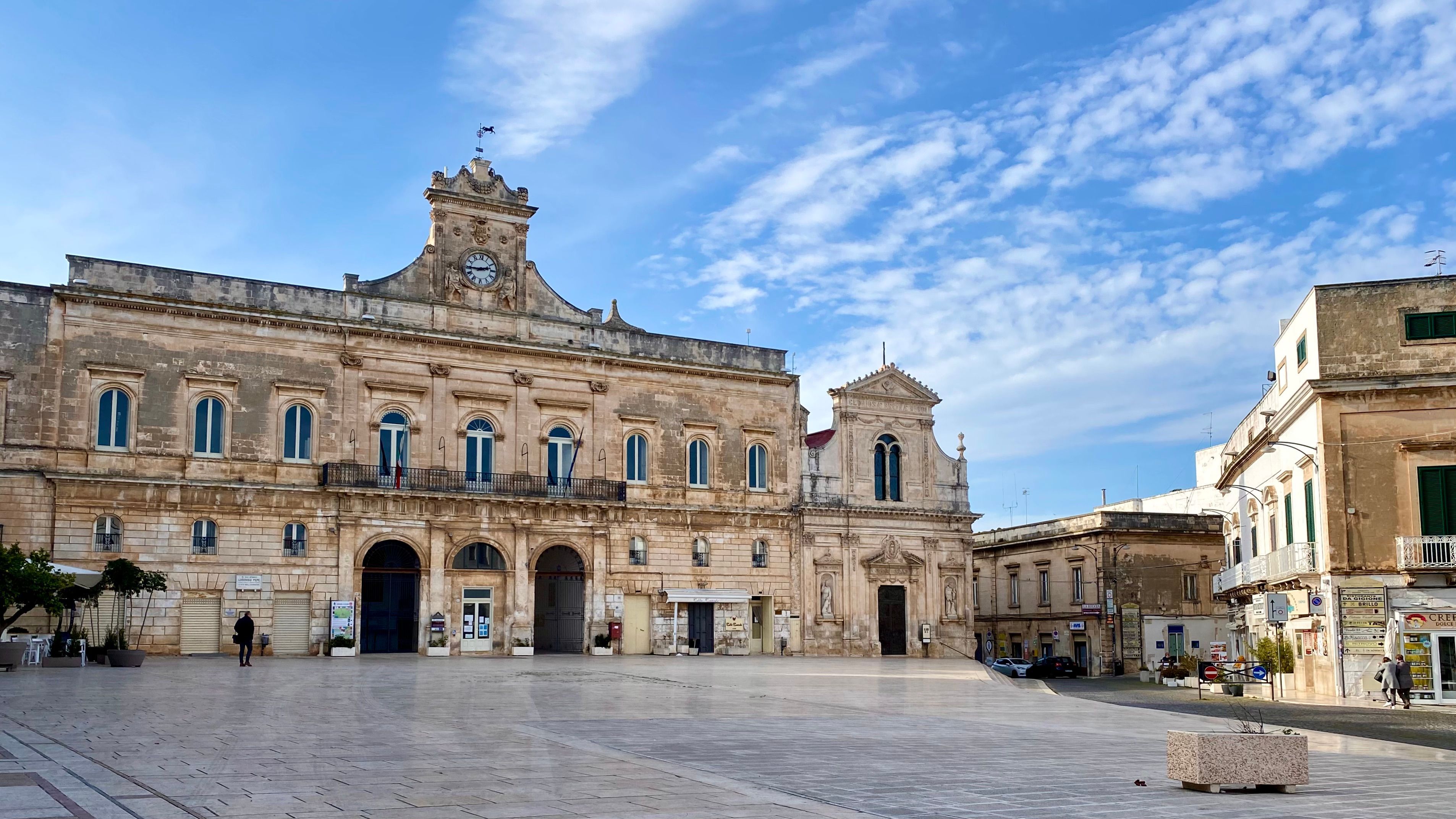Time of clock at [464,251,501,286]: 2:44
